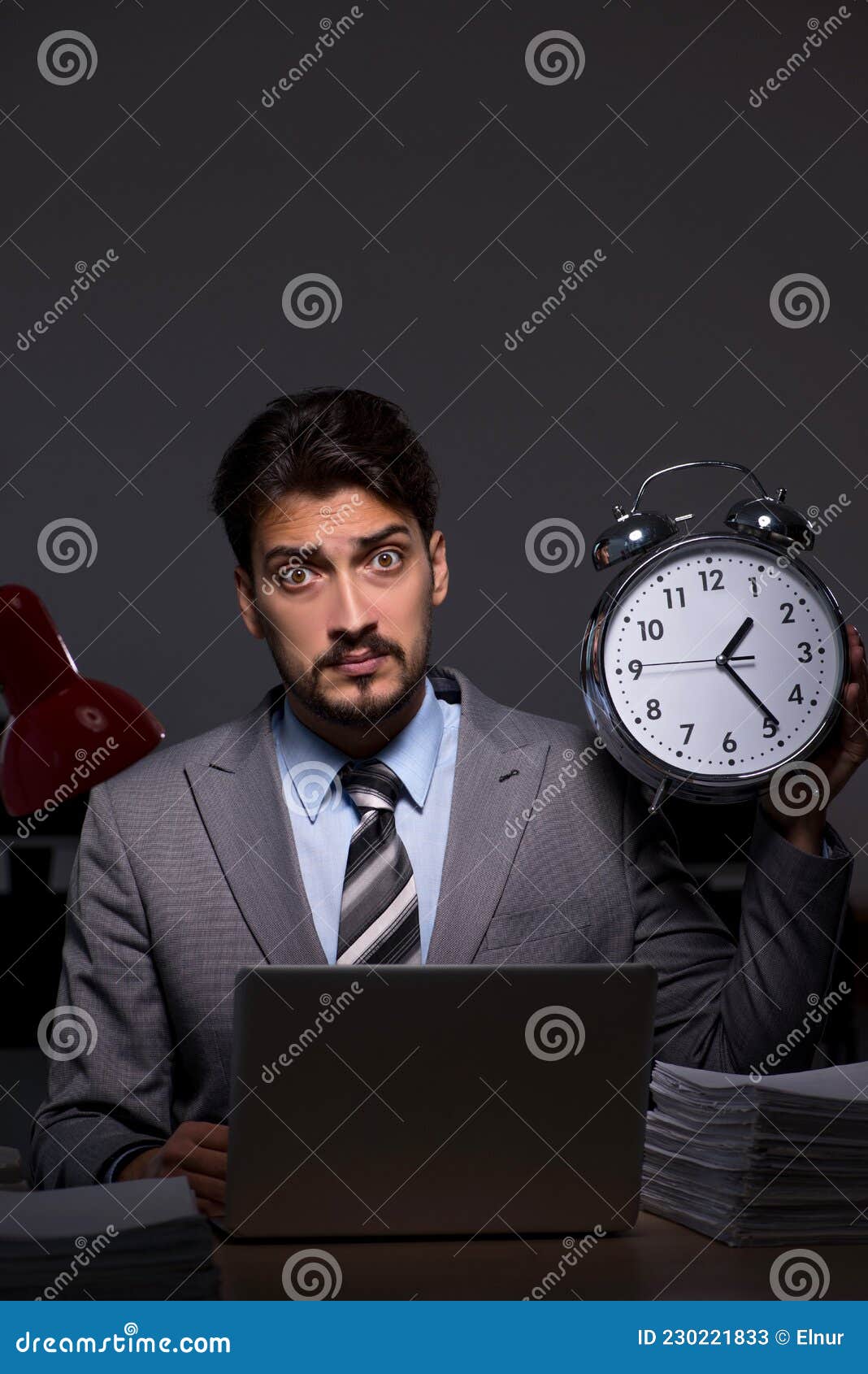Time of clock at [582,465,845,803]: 1:23
